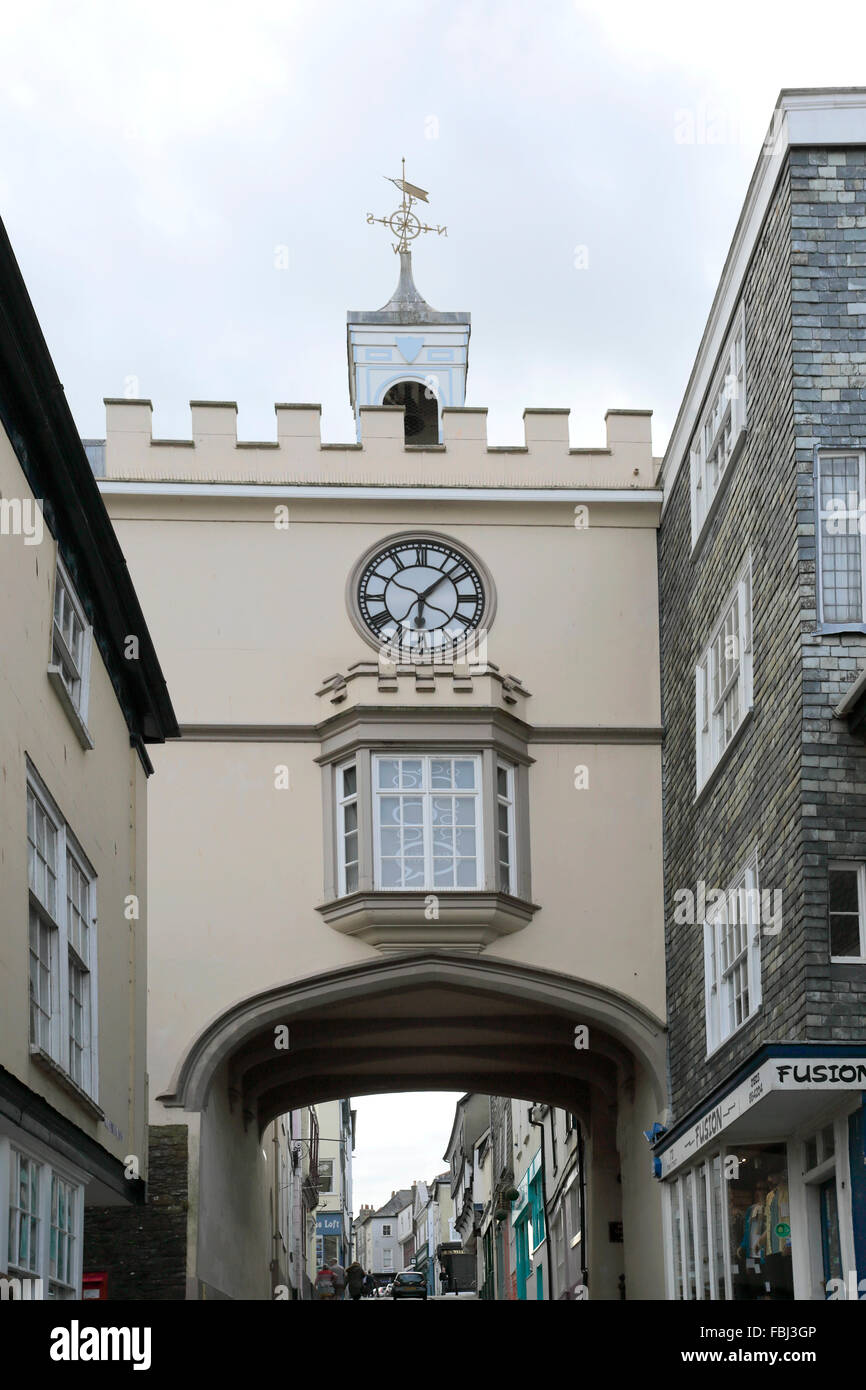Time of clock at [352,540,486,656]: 6:07
